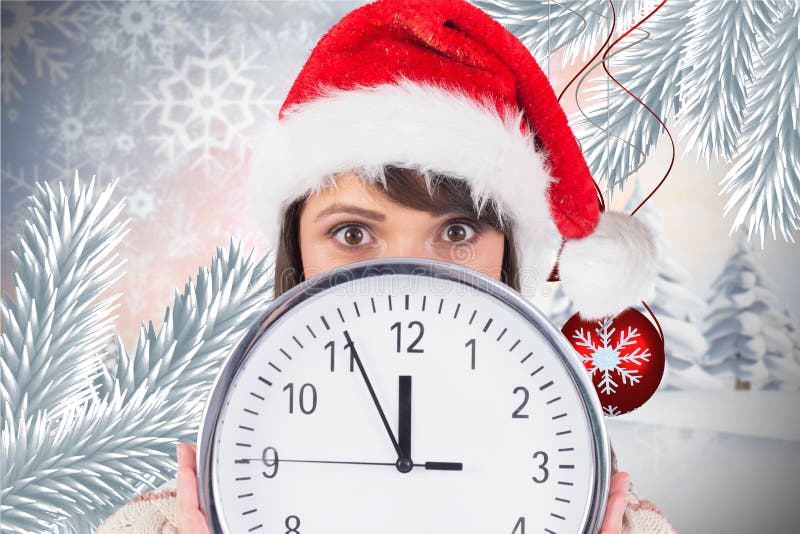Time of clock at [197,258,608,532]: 11:55
